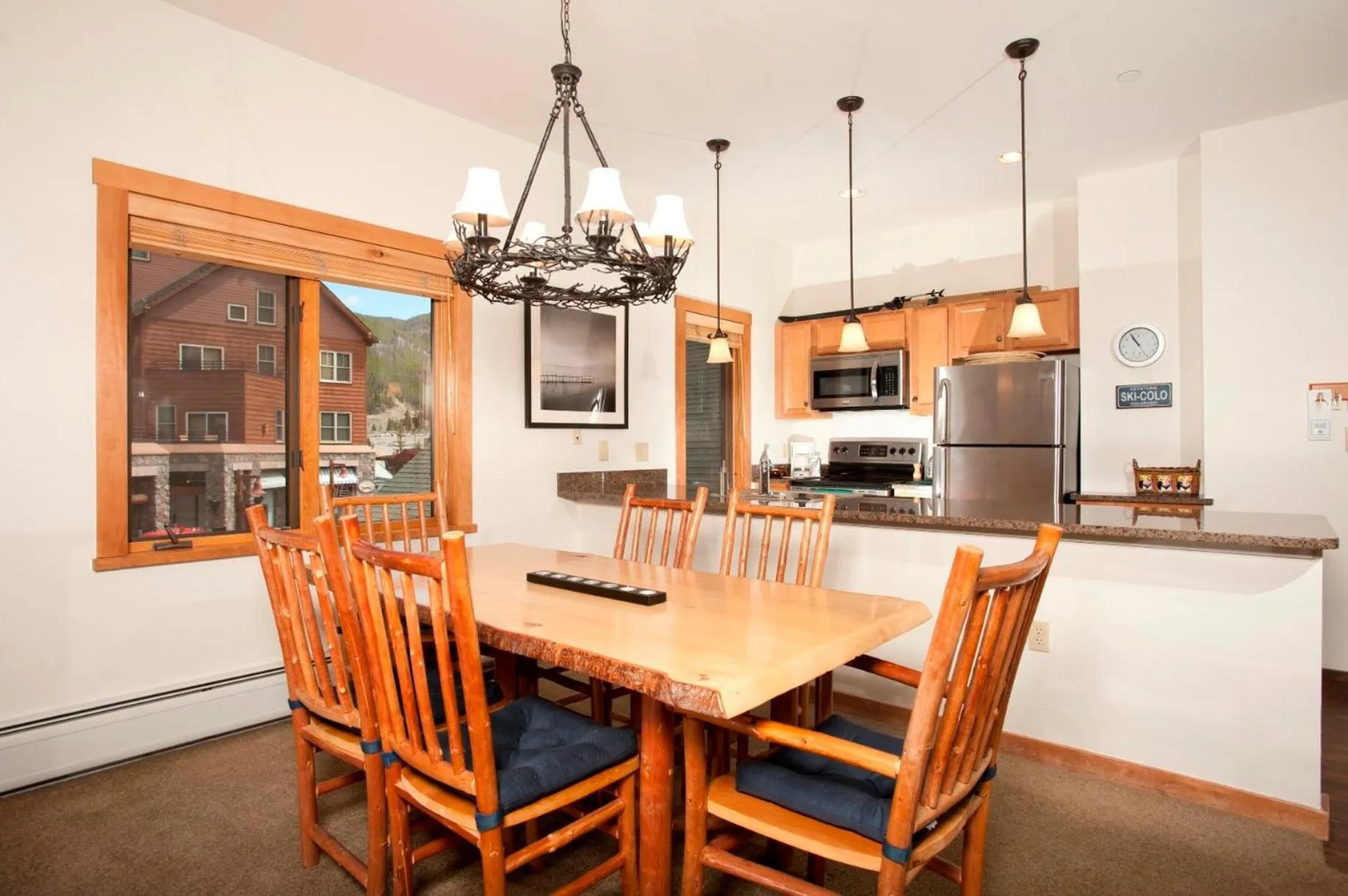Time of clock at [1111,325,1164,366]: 10:55
